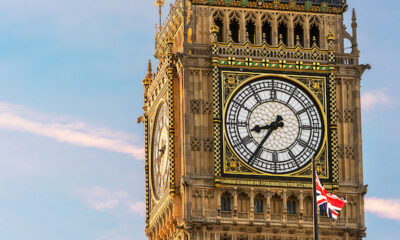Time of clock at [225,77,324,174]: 8:35
